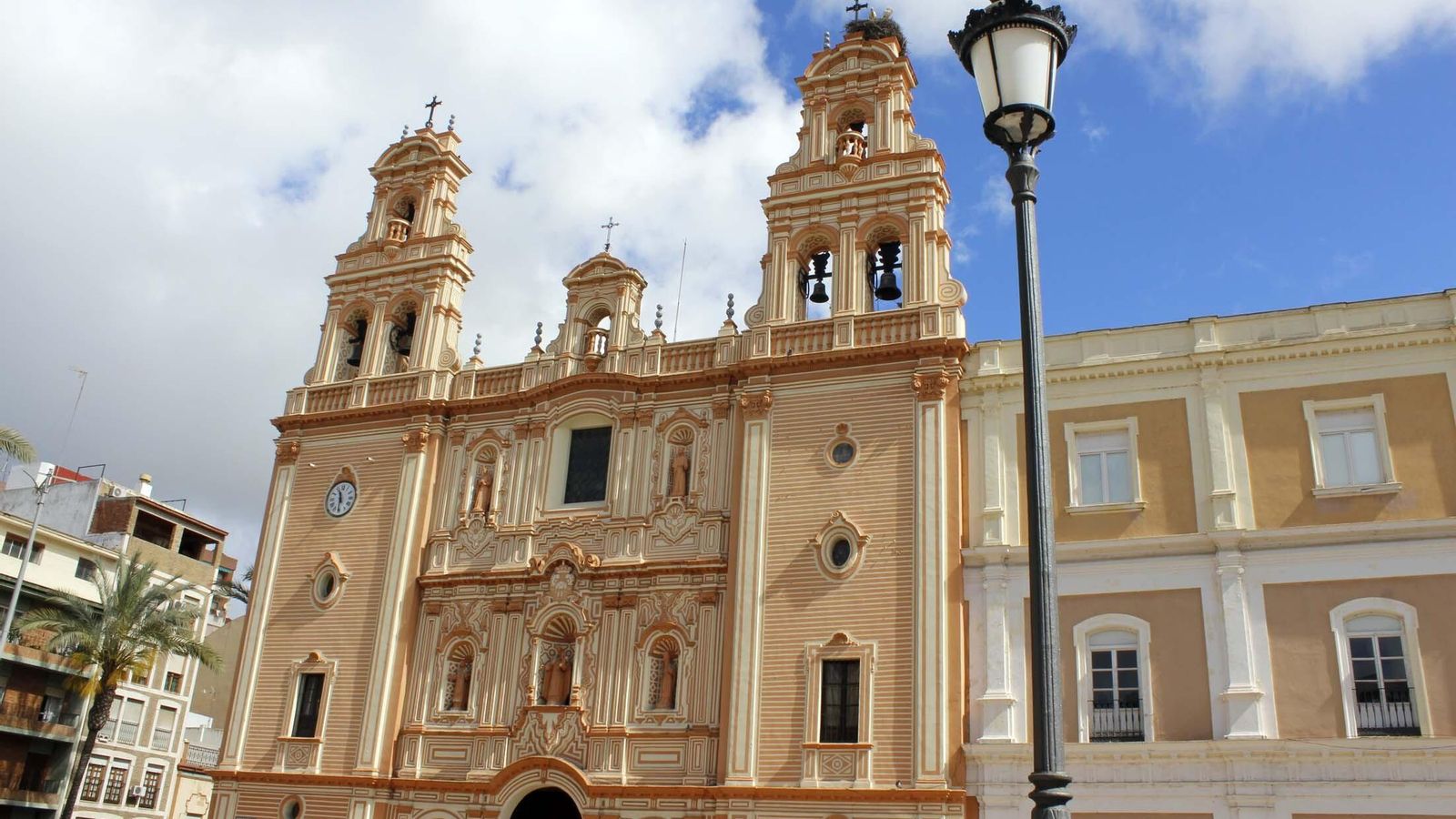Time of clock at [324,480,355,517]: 11:31
